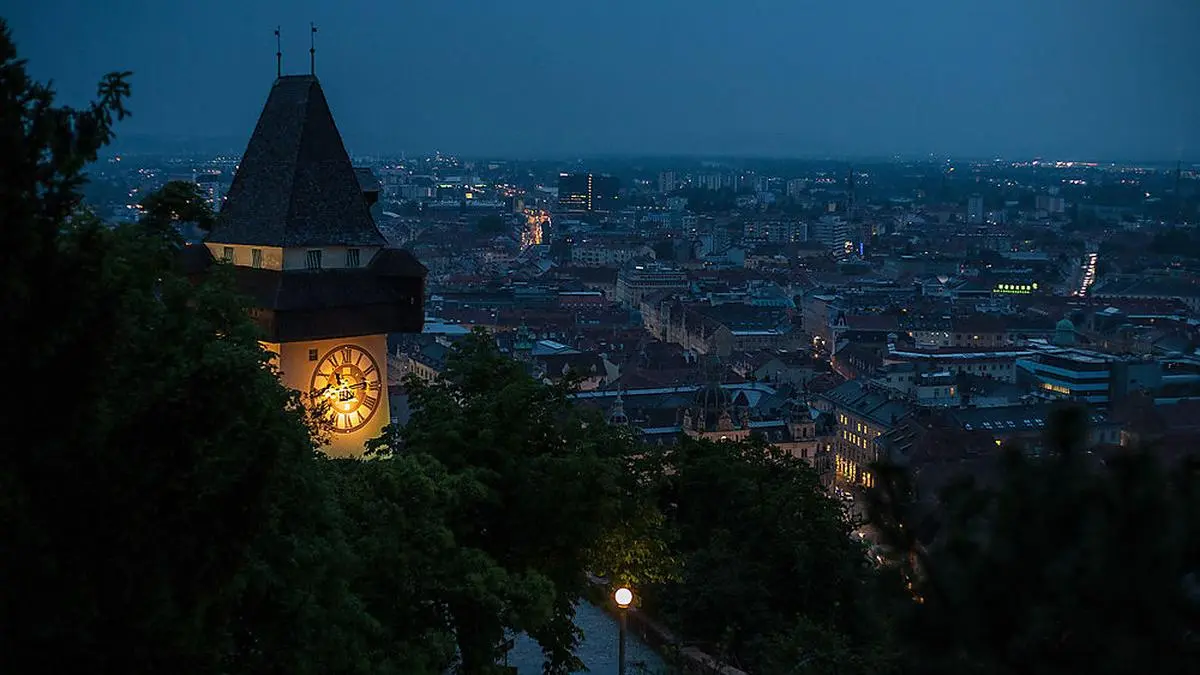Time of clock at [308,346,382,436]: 11:13
